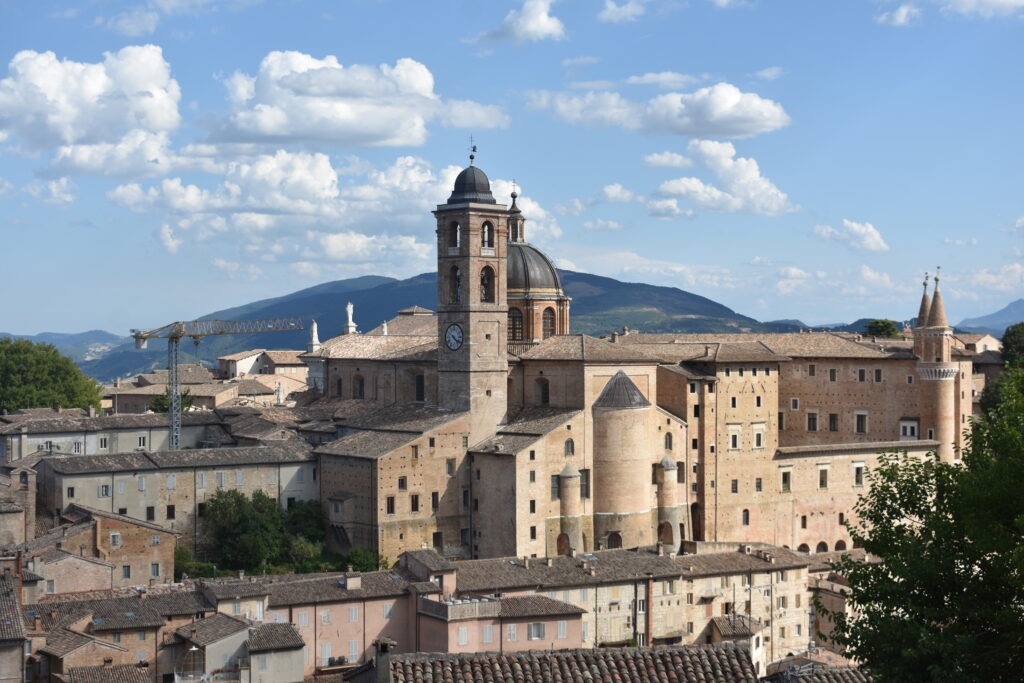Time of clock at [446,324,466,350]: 4:21
